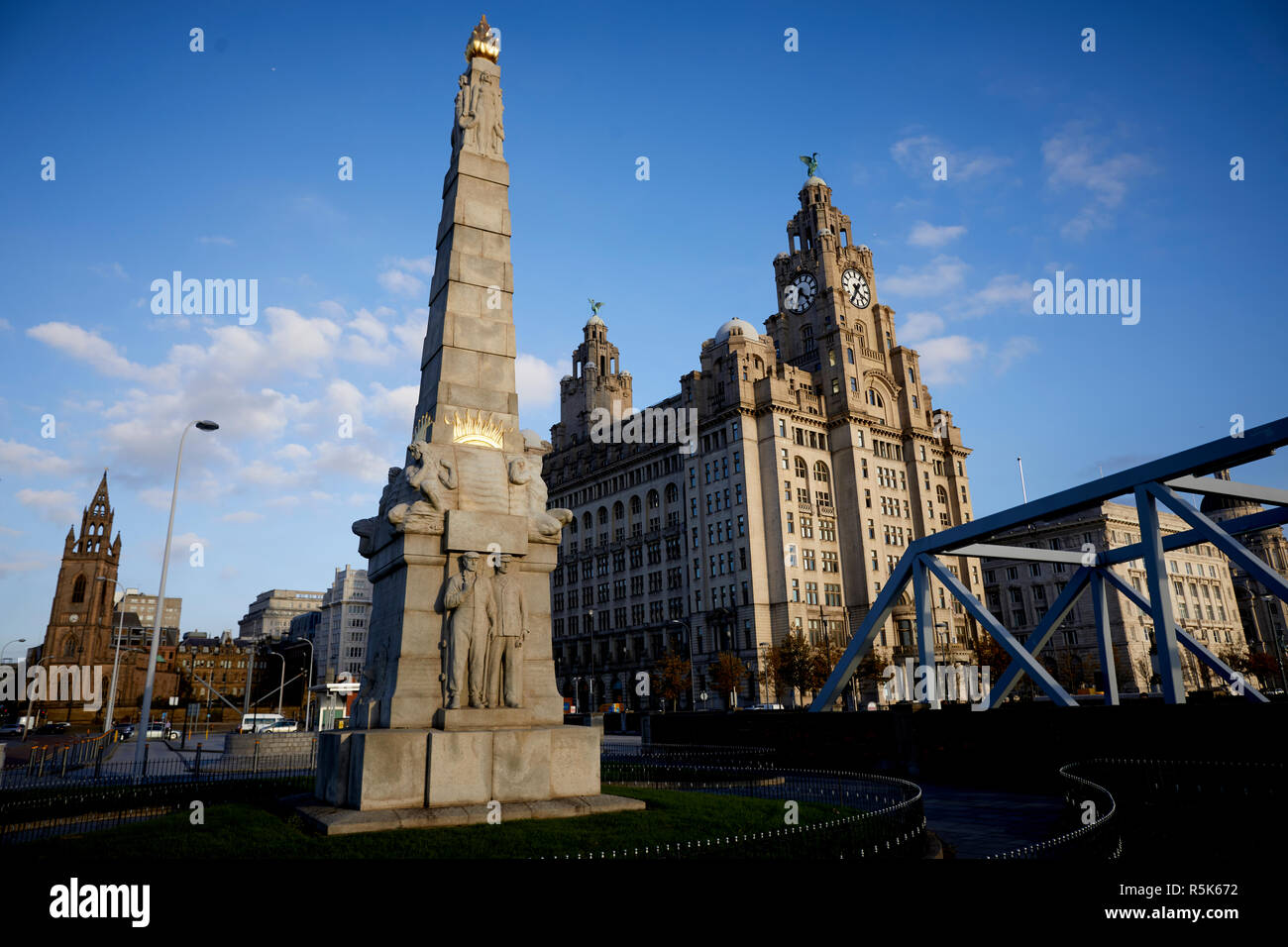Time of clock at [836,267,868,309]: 4:35
